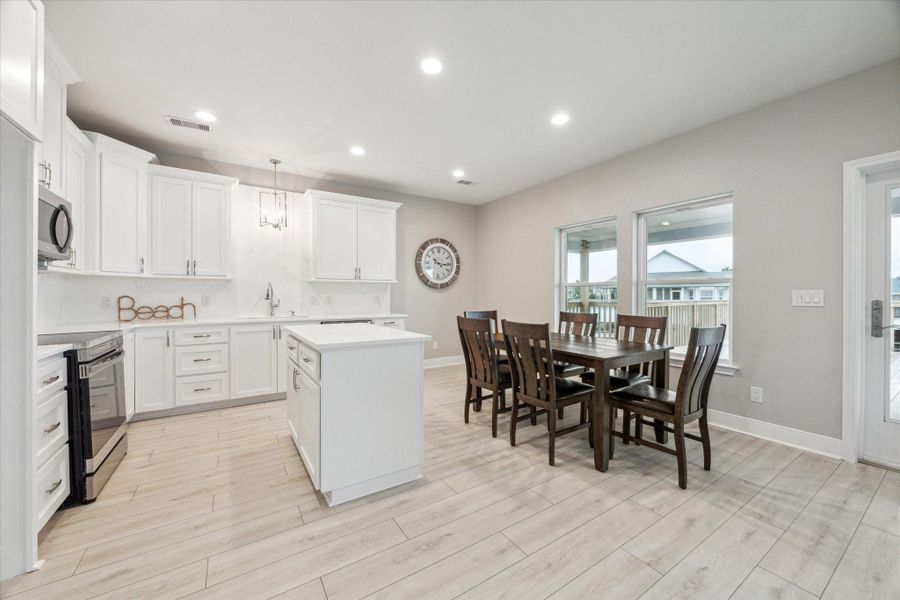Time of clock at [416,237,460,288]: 10:15
